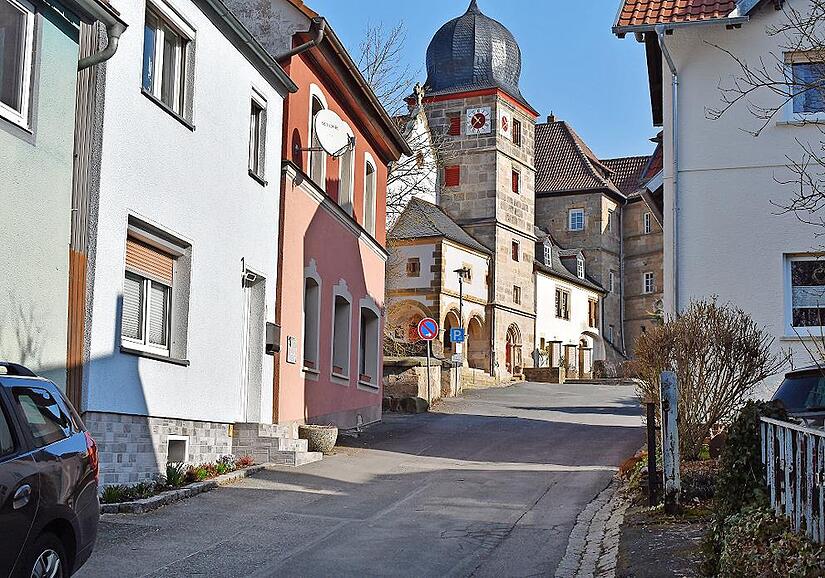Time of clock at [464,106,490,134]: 10:37
